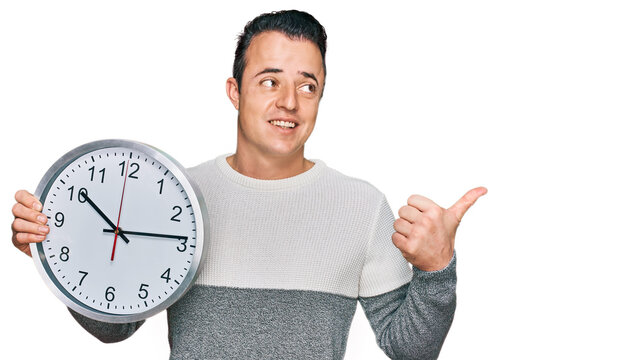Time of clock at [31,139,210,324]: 10:13
